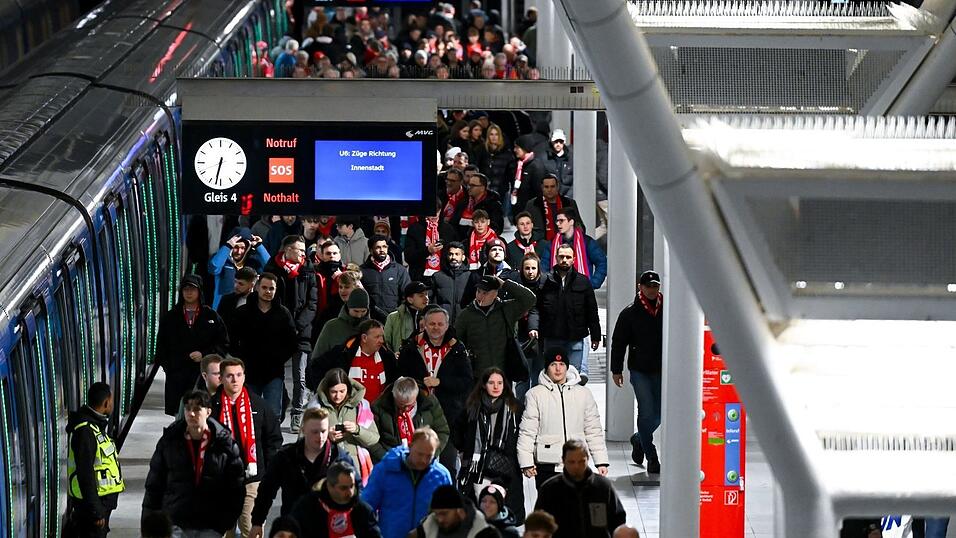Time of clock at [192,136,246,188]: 6:32
